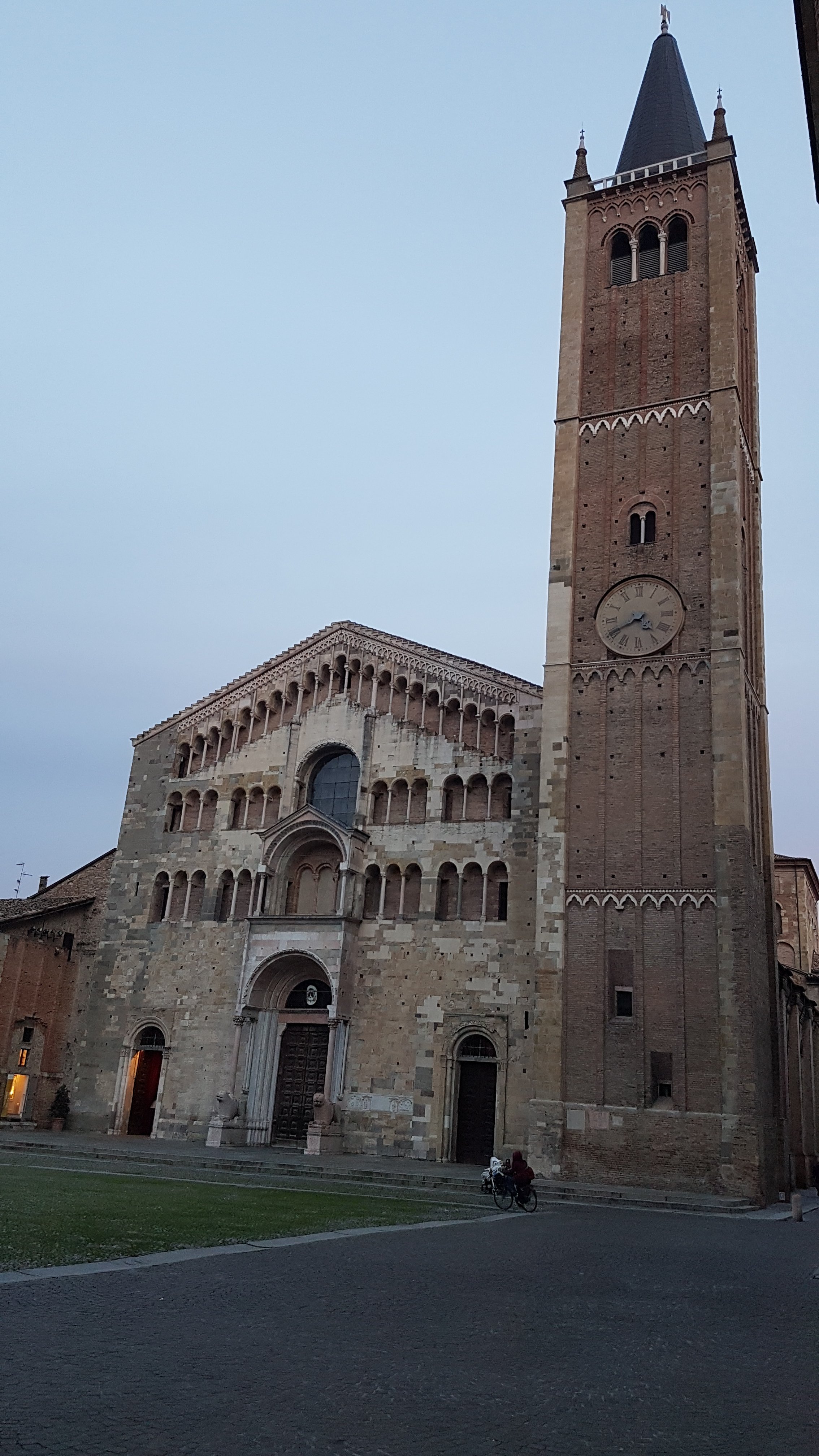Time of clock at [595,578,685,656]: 4:40
